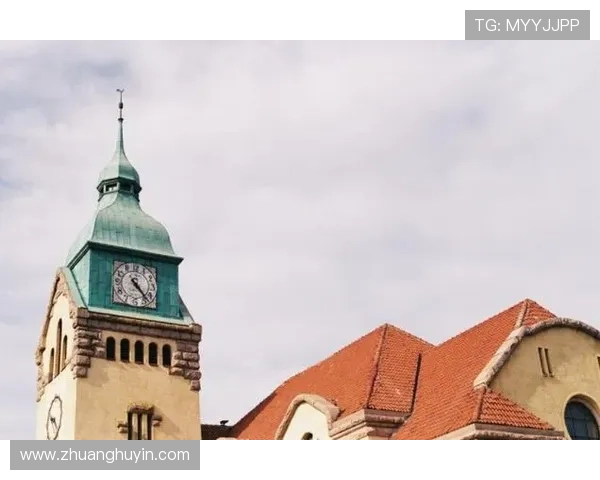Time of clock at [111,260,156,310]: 4:23
